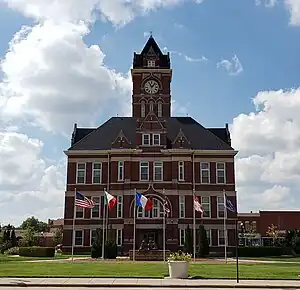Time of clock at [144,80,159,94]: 11:07
